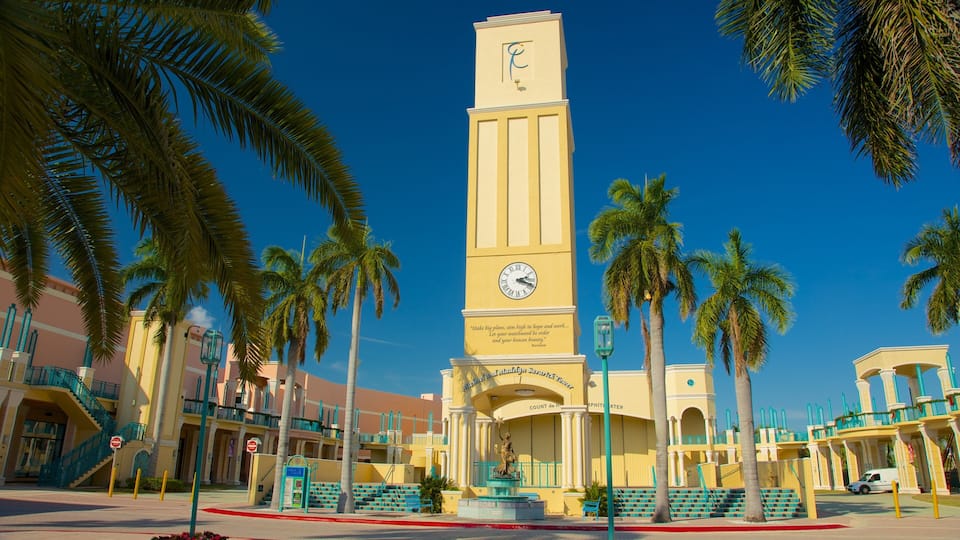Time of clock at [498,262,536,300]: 2:18
